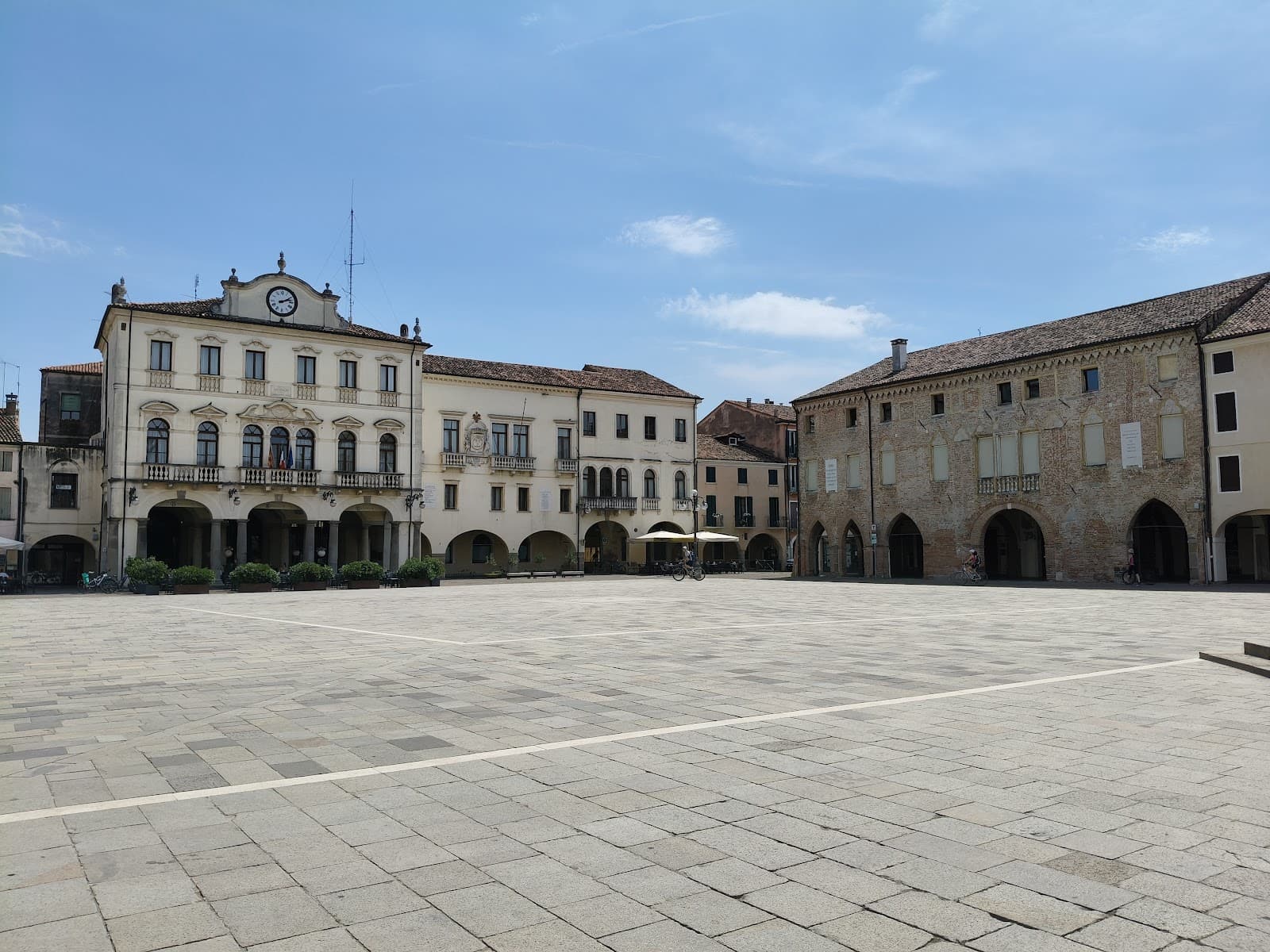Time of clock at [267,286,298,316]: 2:12
